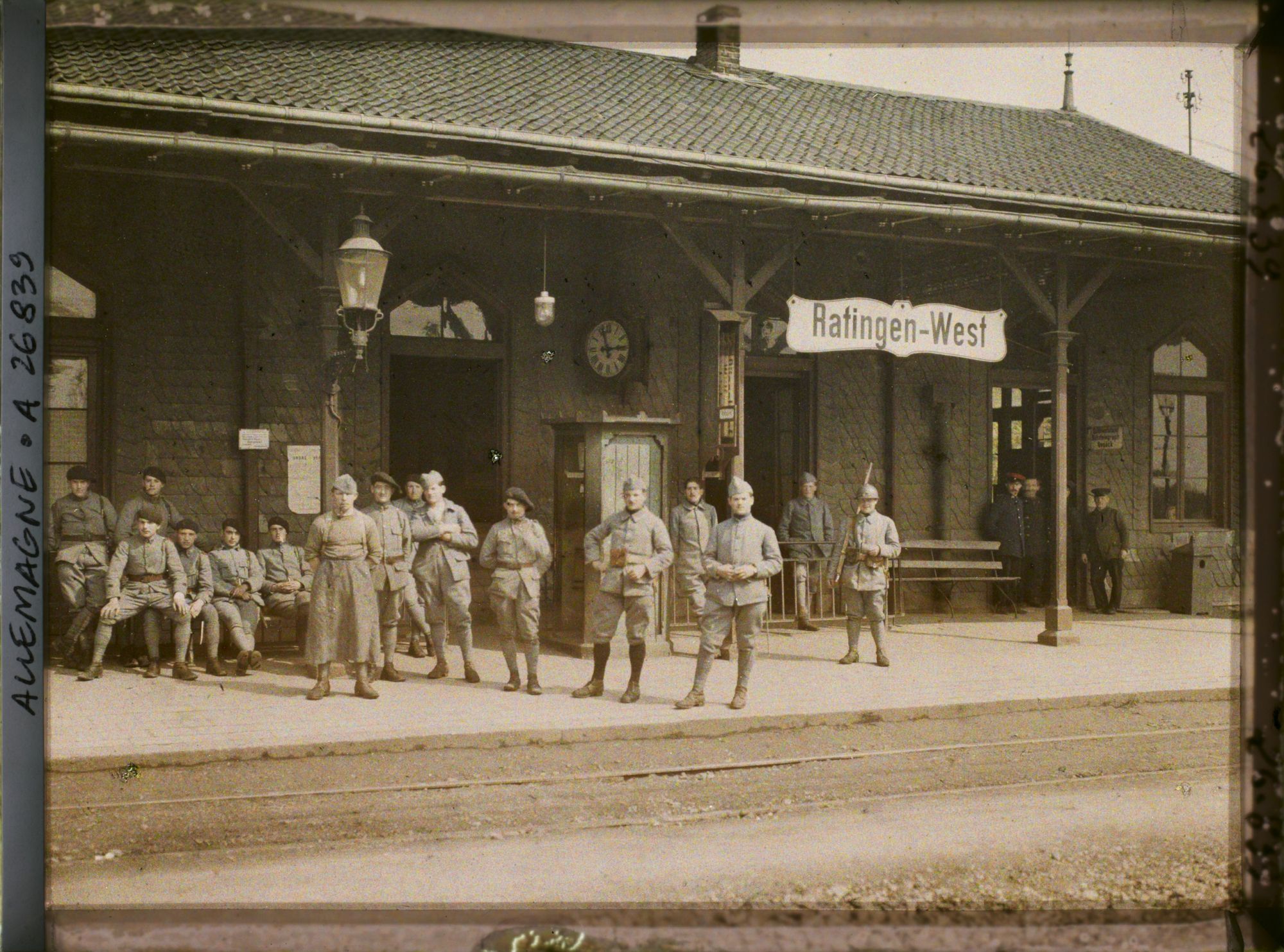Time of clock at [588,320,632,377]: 2:57
